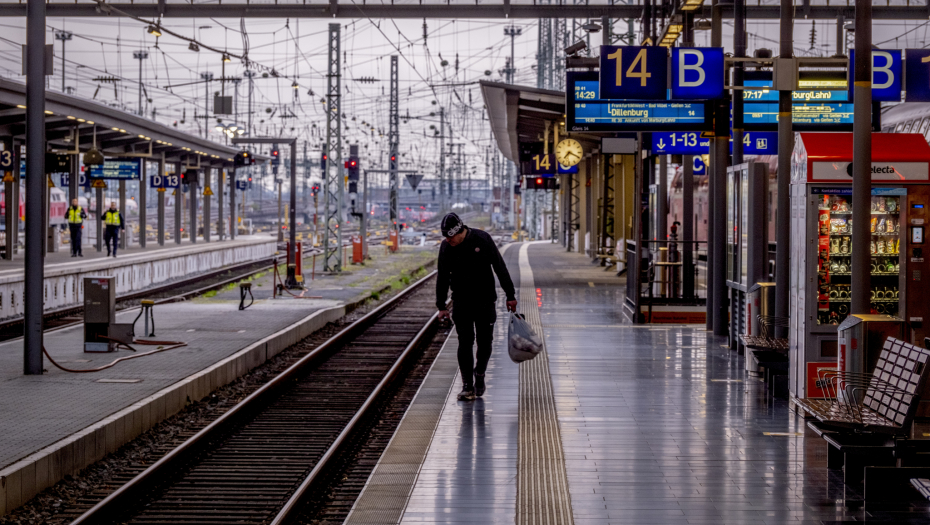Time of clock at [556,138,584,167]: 7:19
